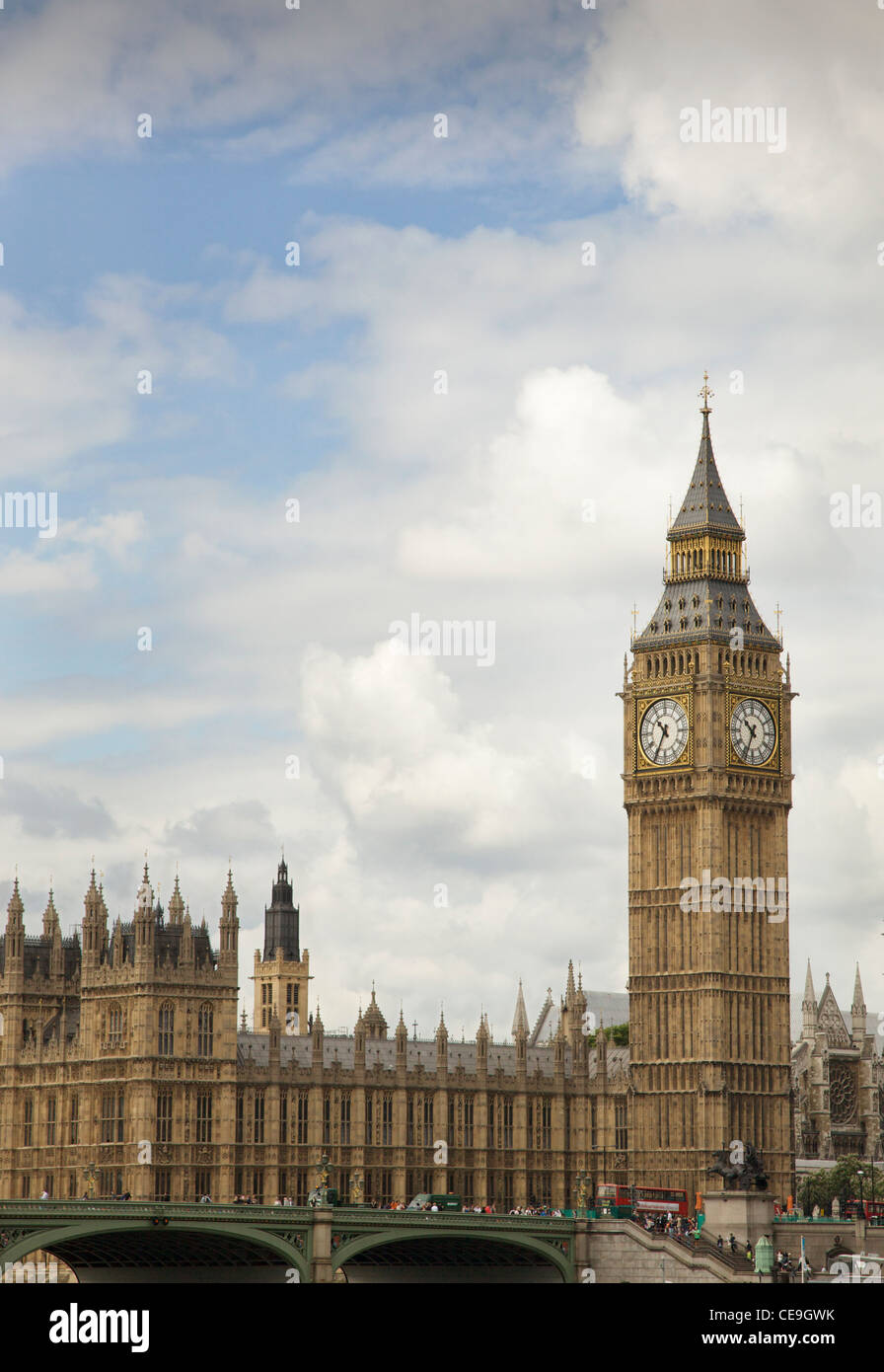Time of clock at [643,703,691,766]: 10:34
